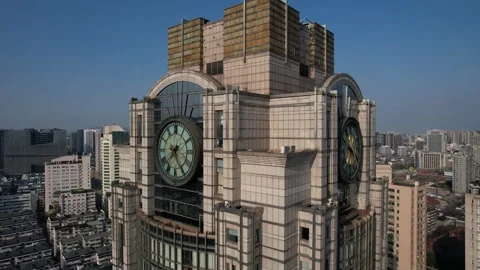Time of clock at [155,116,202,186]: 7:25
